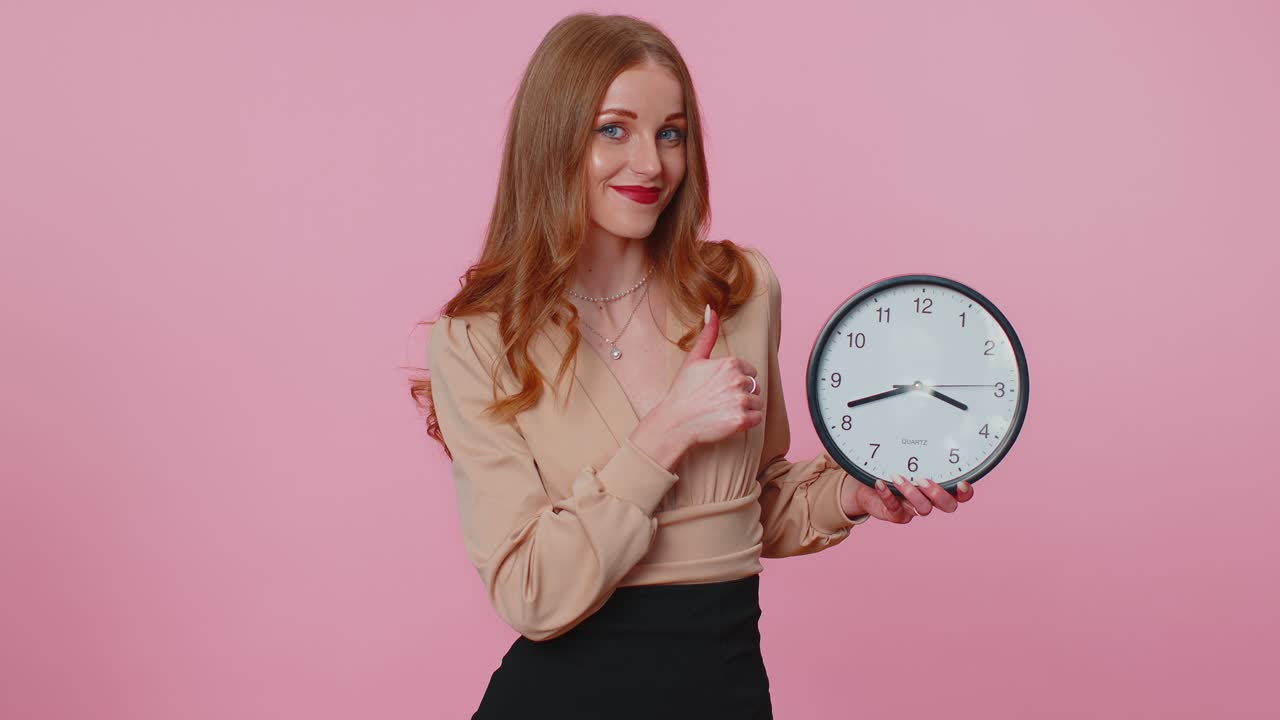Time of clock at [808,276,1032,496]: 3:41
